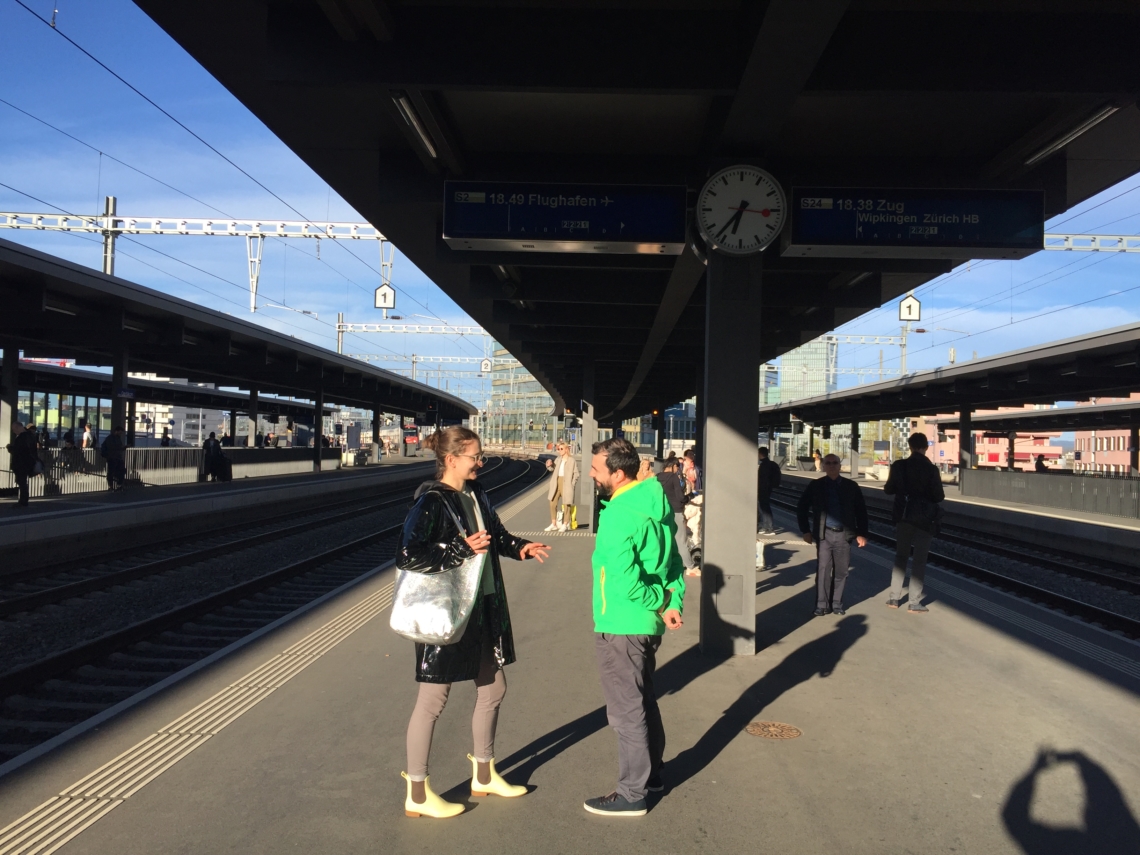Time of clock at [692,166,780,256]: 6:36
